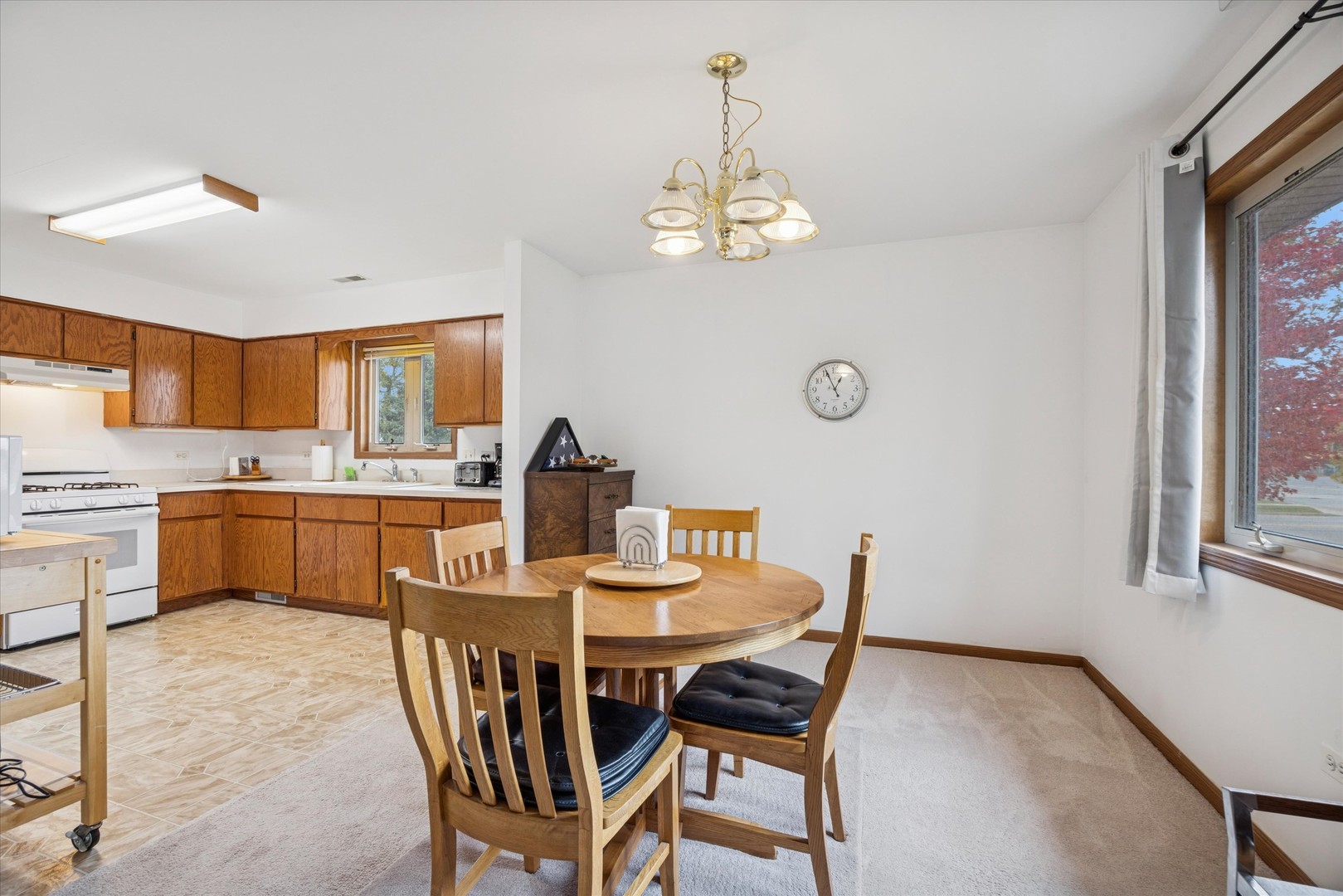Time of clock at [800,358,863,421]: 12:56
